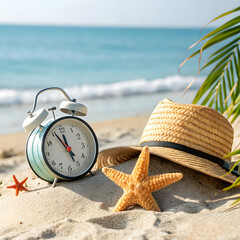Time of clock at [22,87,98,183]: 11:55
